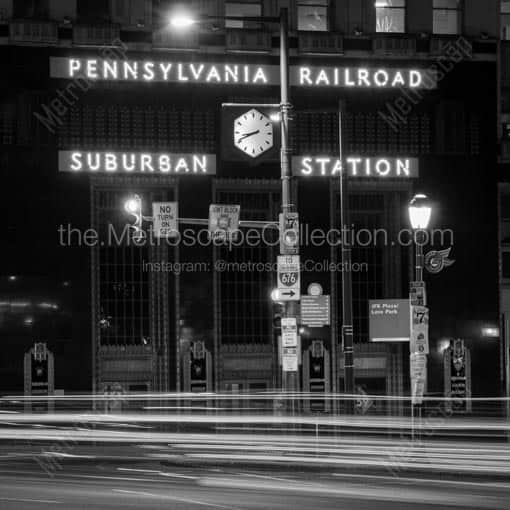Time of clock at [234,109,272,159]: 8:41
